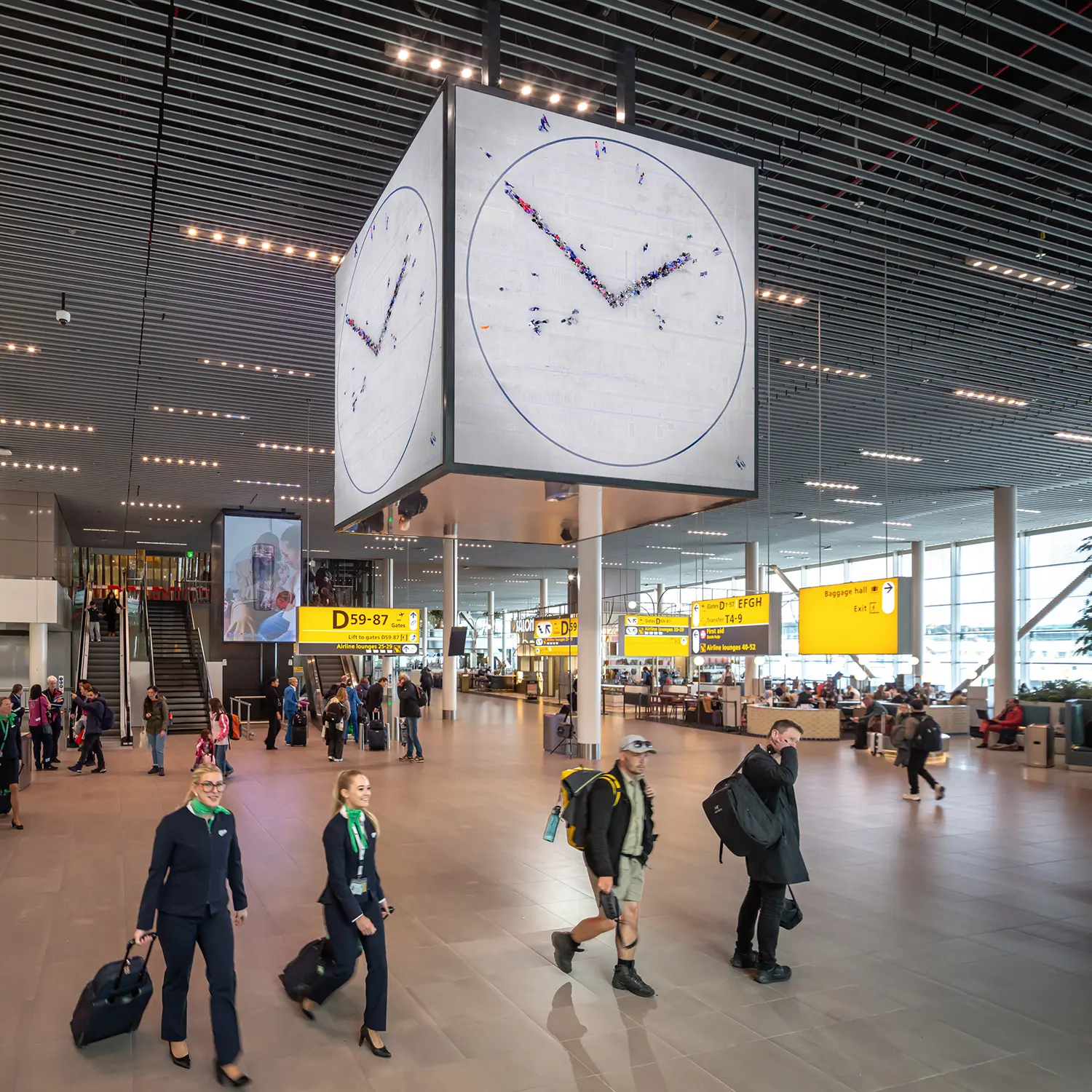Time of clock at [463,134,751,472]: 1:50
